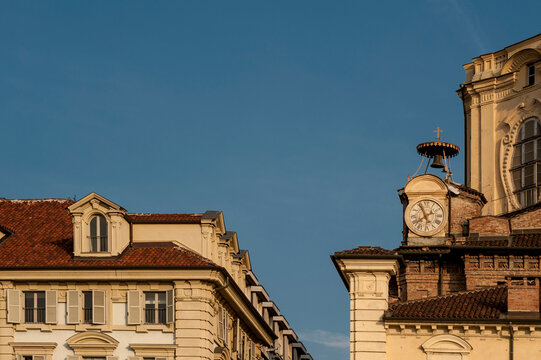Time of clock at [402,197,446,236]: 7:55
